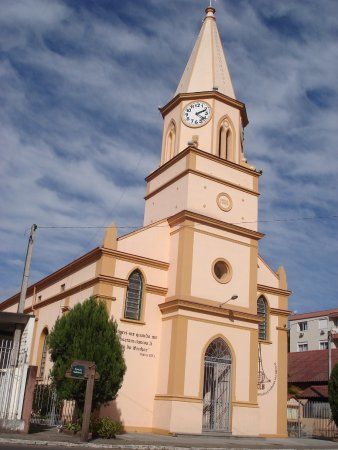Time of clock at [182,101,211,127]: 2:21
